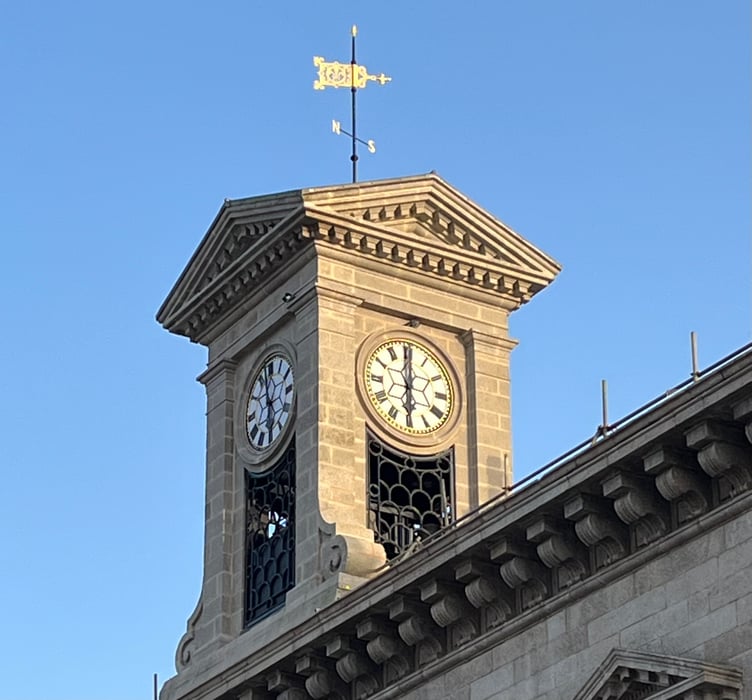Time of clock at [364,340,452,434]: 5:59
